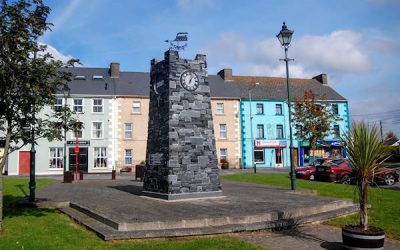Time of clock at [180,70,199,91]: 1:02
